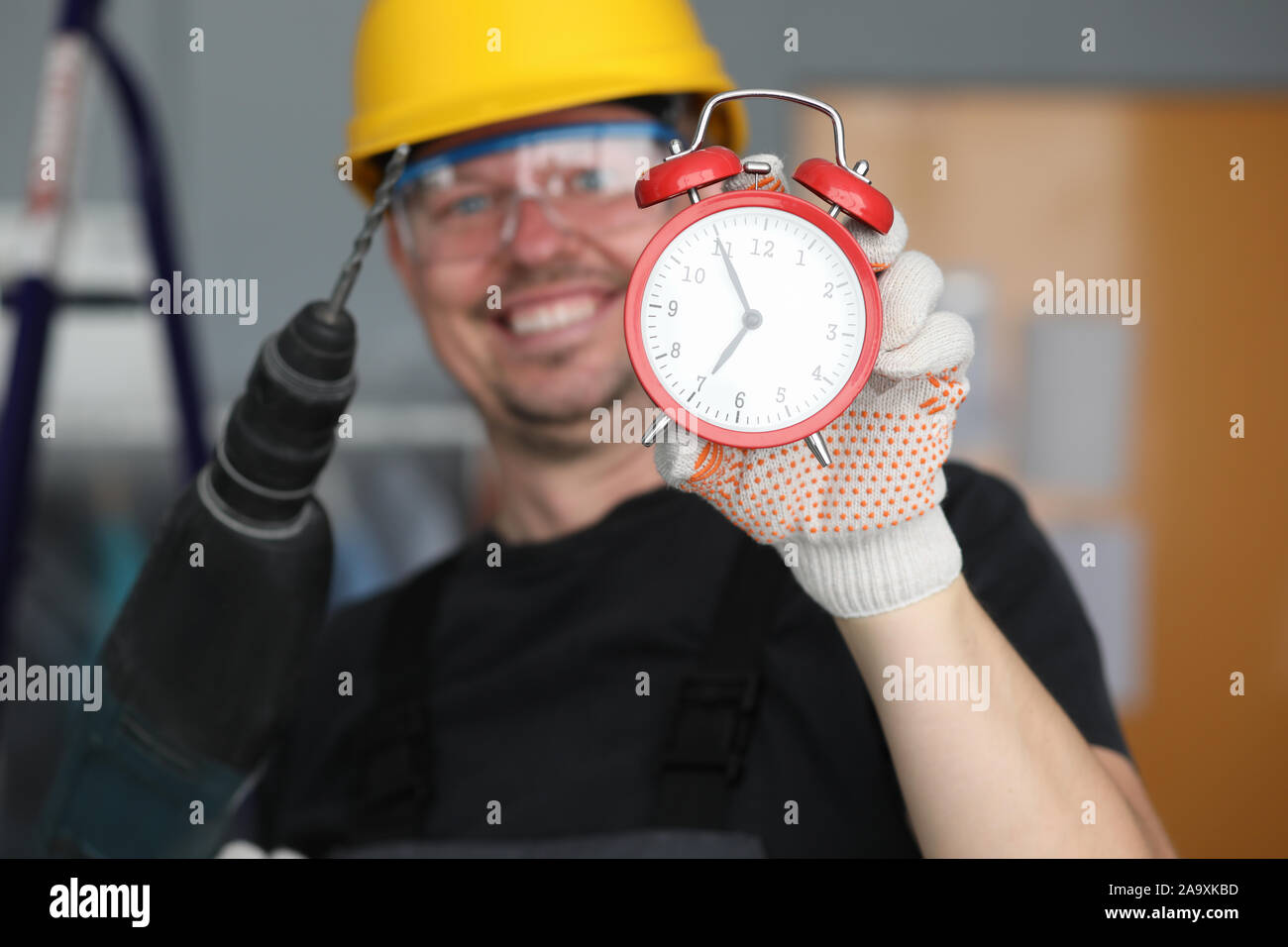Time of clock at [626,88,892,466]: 6:54
